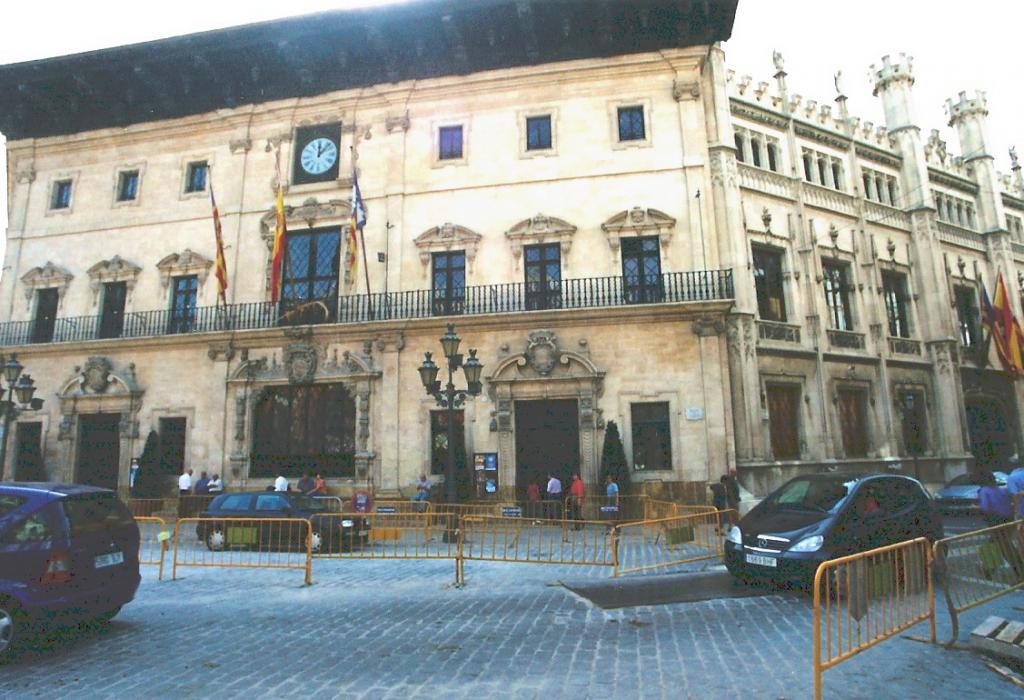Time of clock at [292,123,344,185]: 12:07
